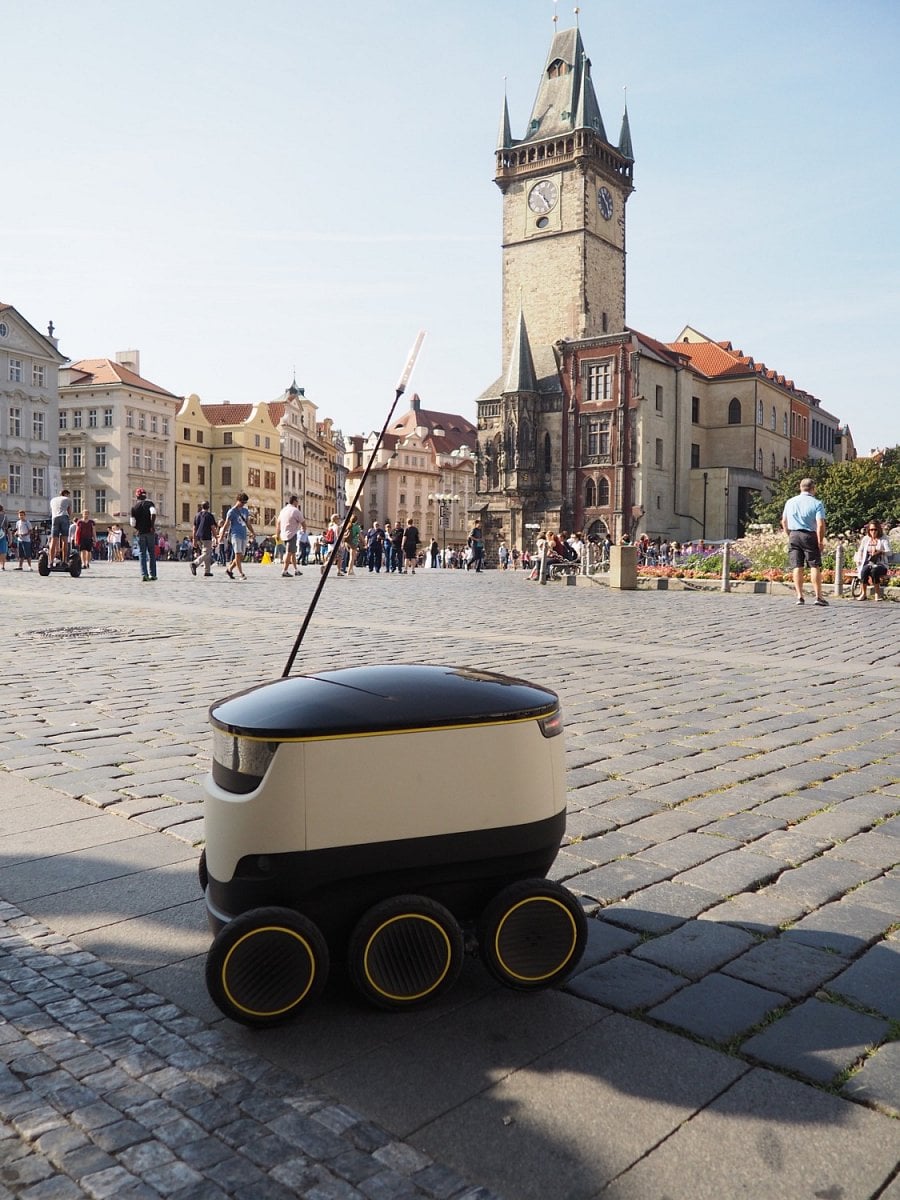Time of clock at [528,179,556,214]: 4:22
